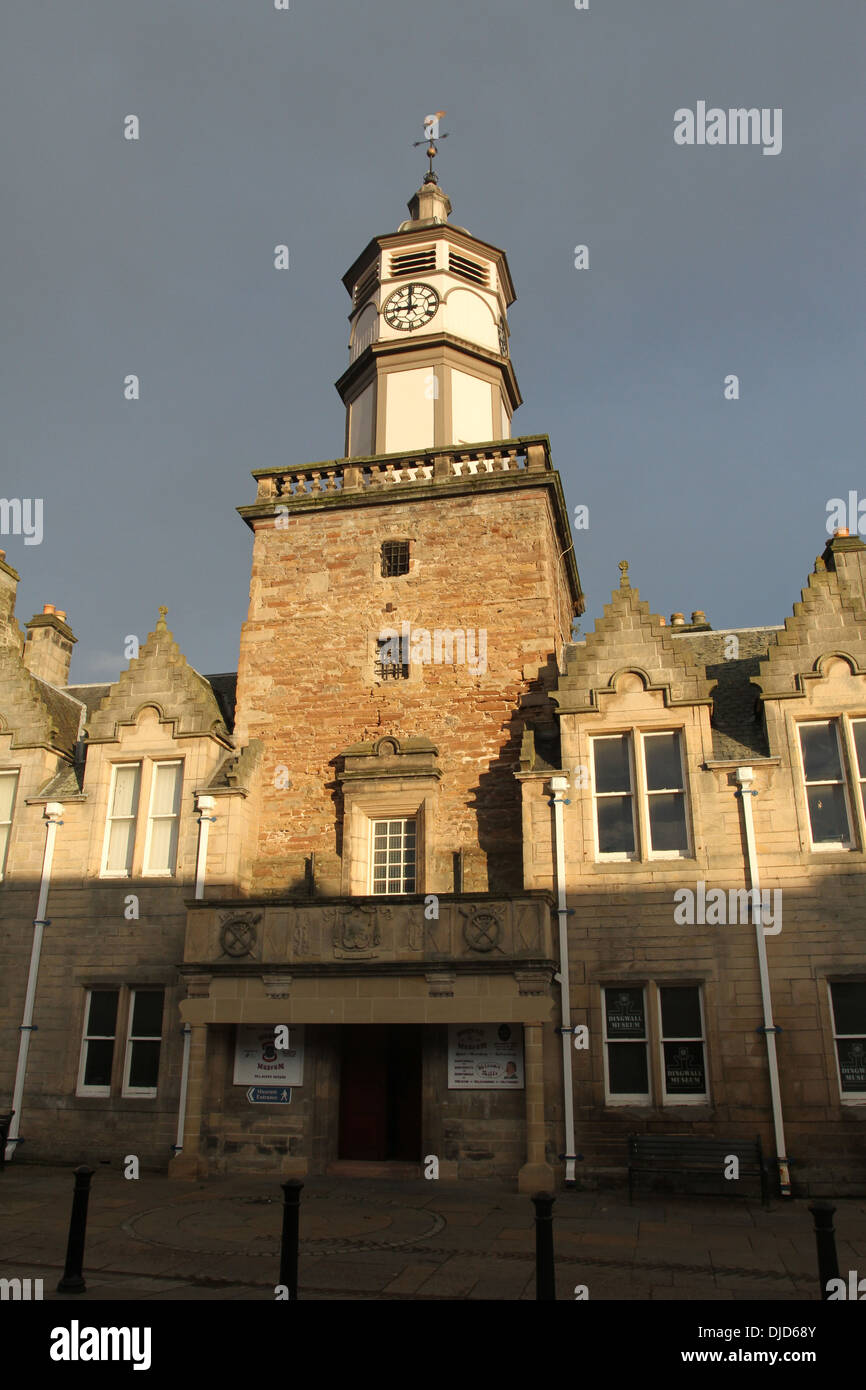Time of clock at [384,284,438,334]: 8:59
